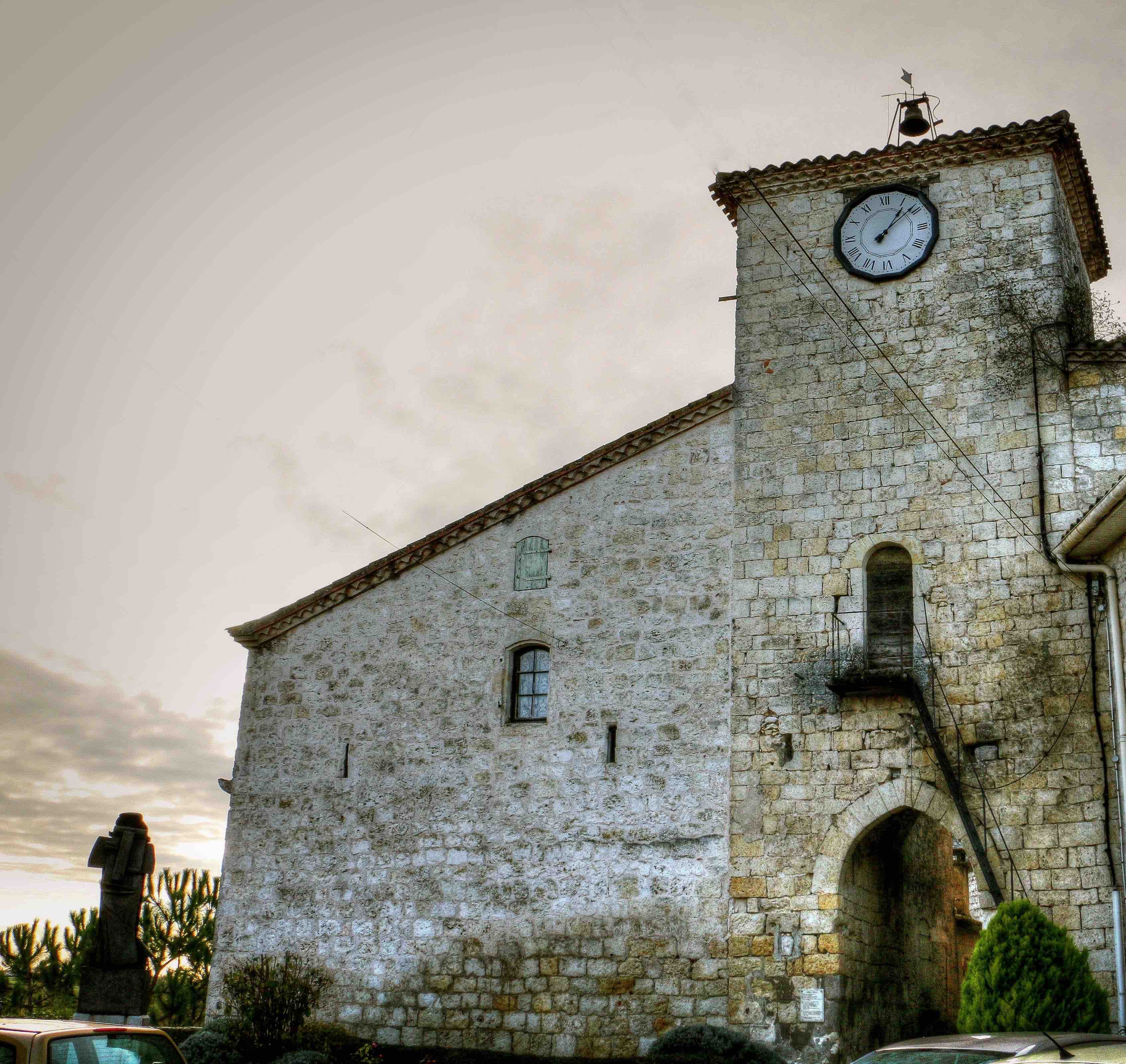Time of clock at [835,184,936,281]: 1:08
